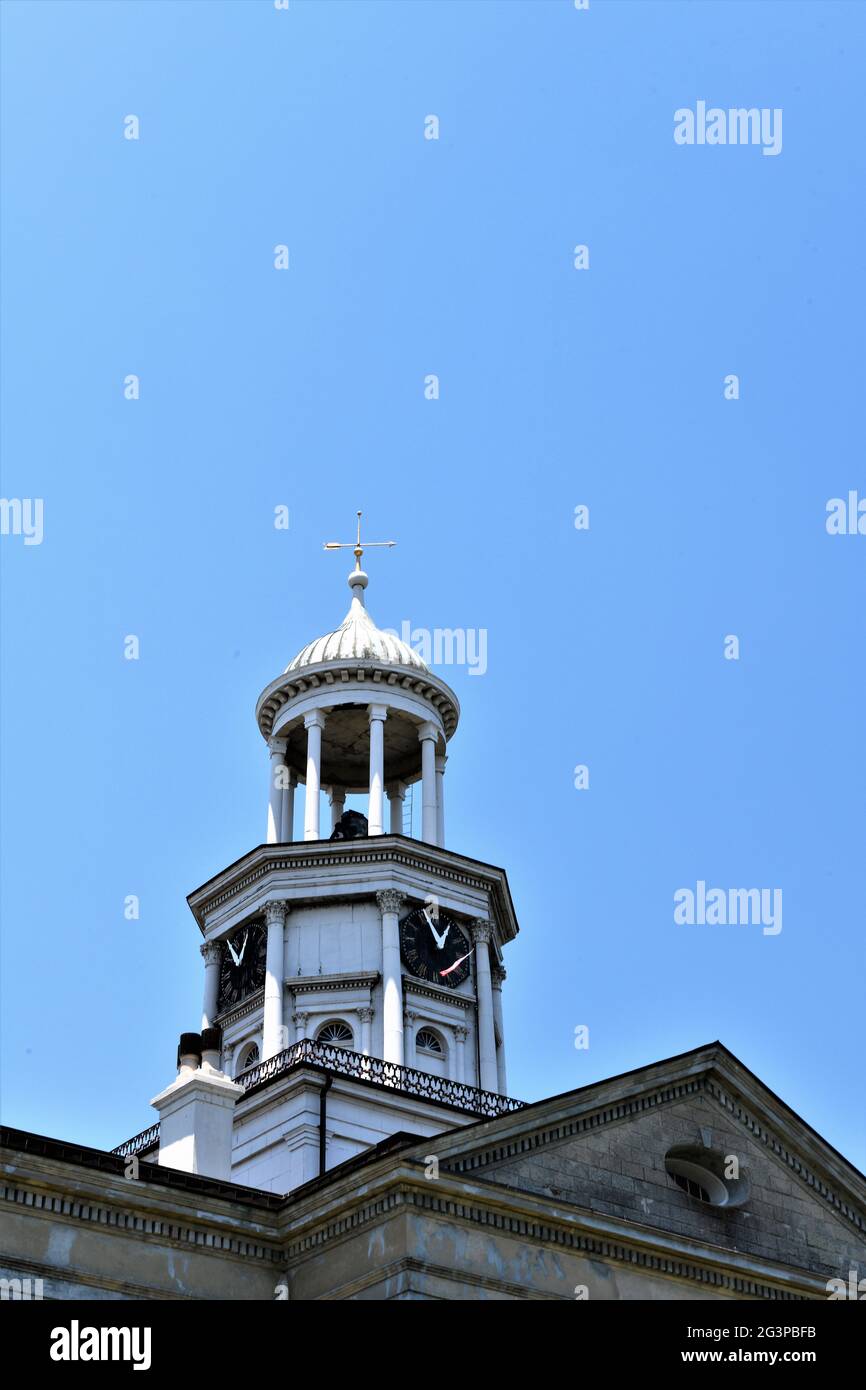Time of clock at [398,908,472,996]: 12:55
